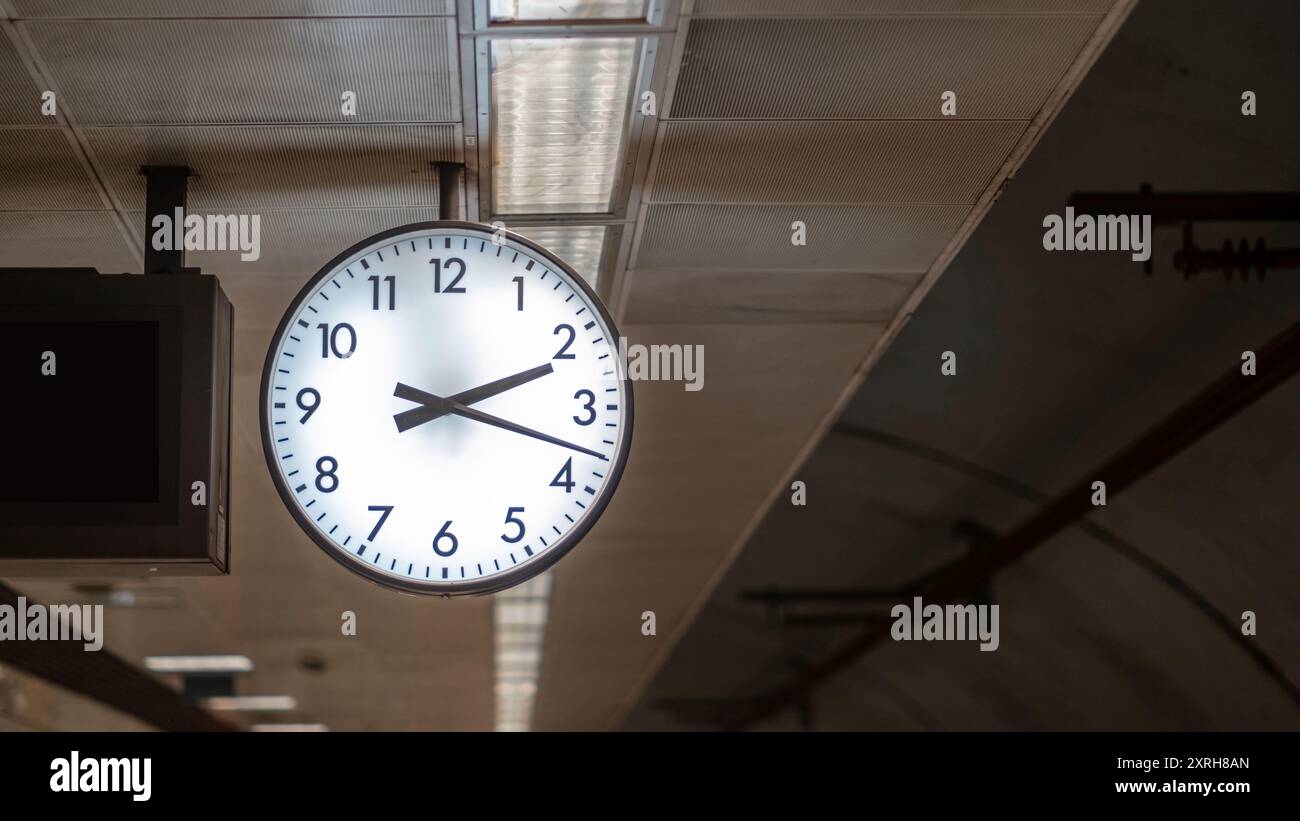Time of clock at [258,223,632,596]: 2:17
